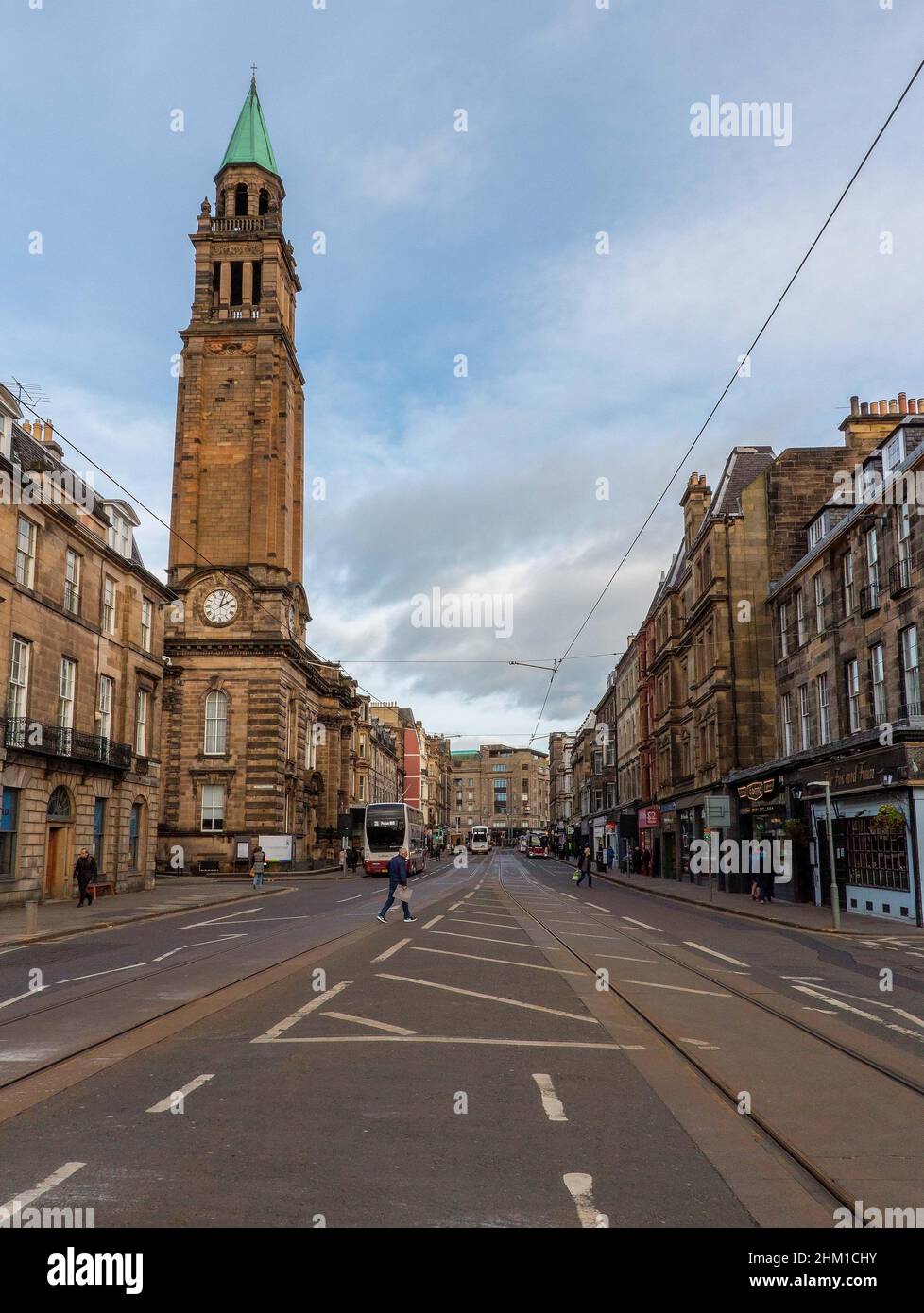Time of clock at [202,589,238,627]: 2:02
